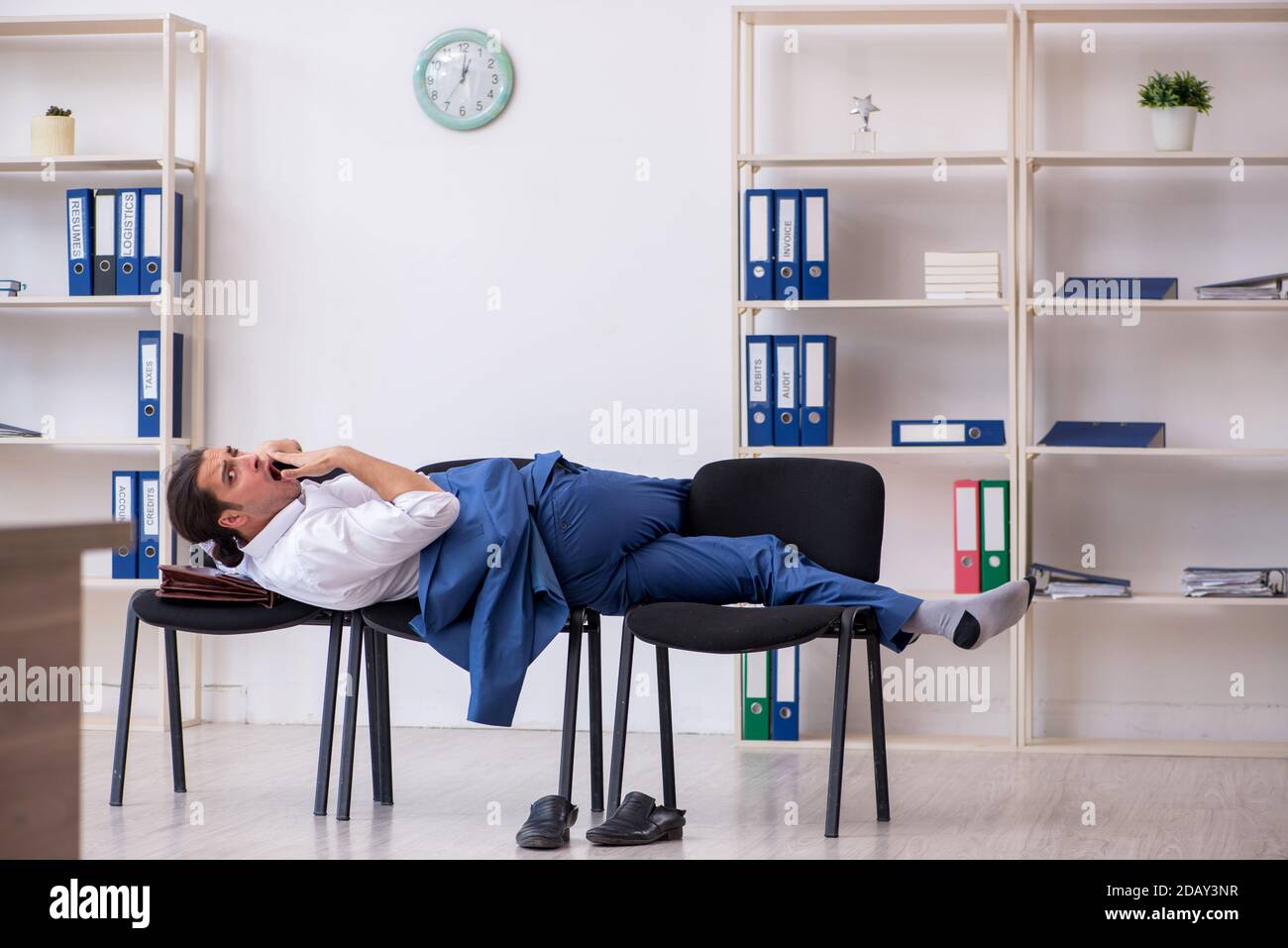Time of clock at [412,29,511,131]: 1:01
